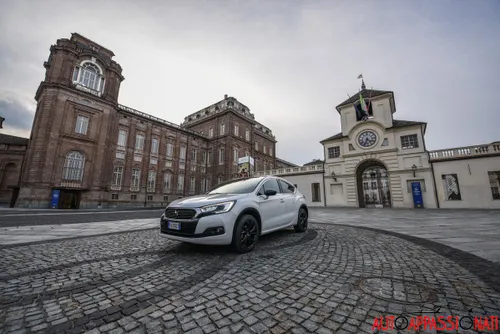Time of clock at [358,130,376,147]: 4:34
